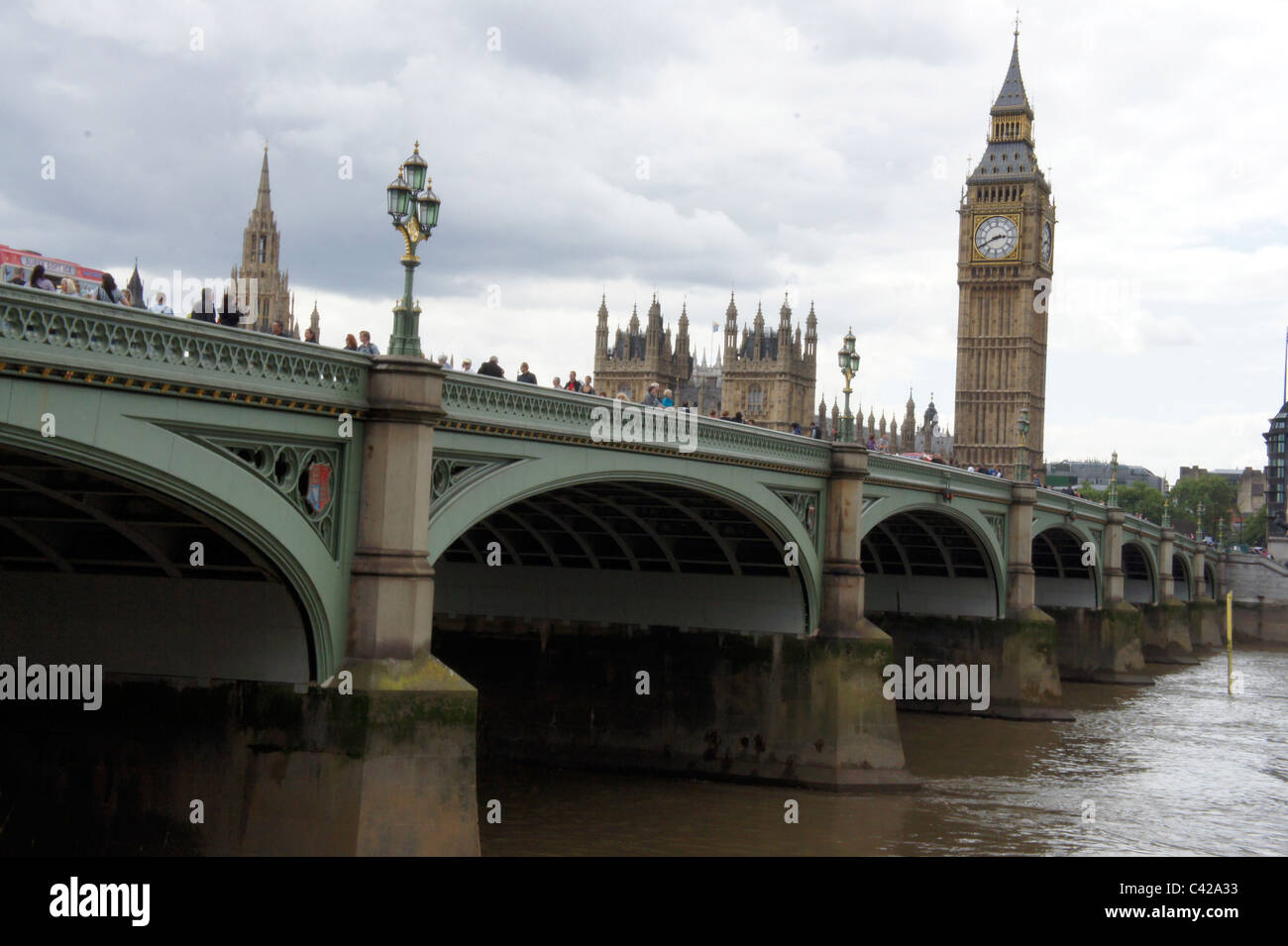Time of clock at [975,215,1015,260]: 2:40
